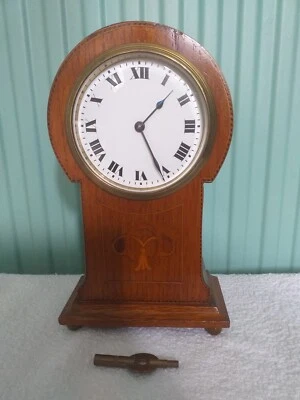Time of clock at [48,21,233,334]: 1:25
